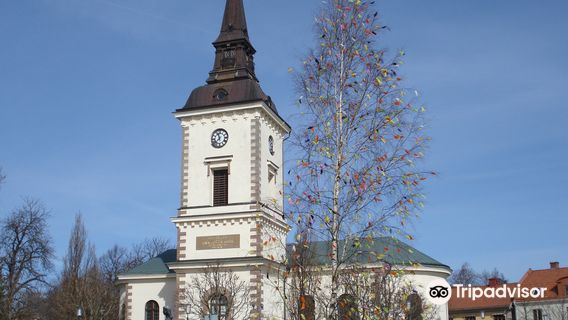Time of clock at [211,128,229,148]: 11:37
